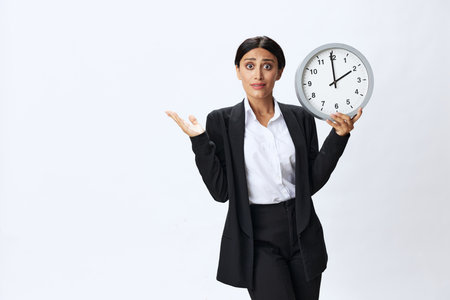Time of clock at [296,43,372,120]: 1:59
